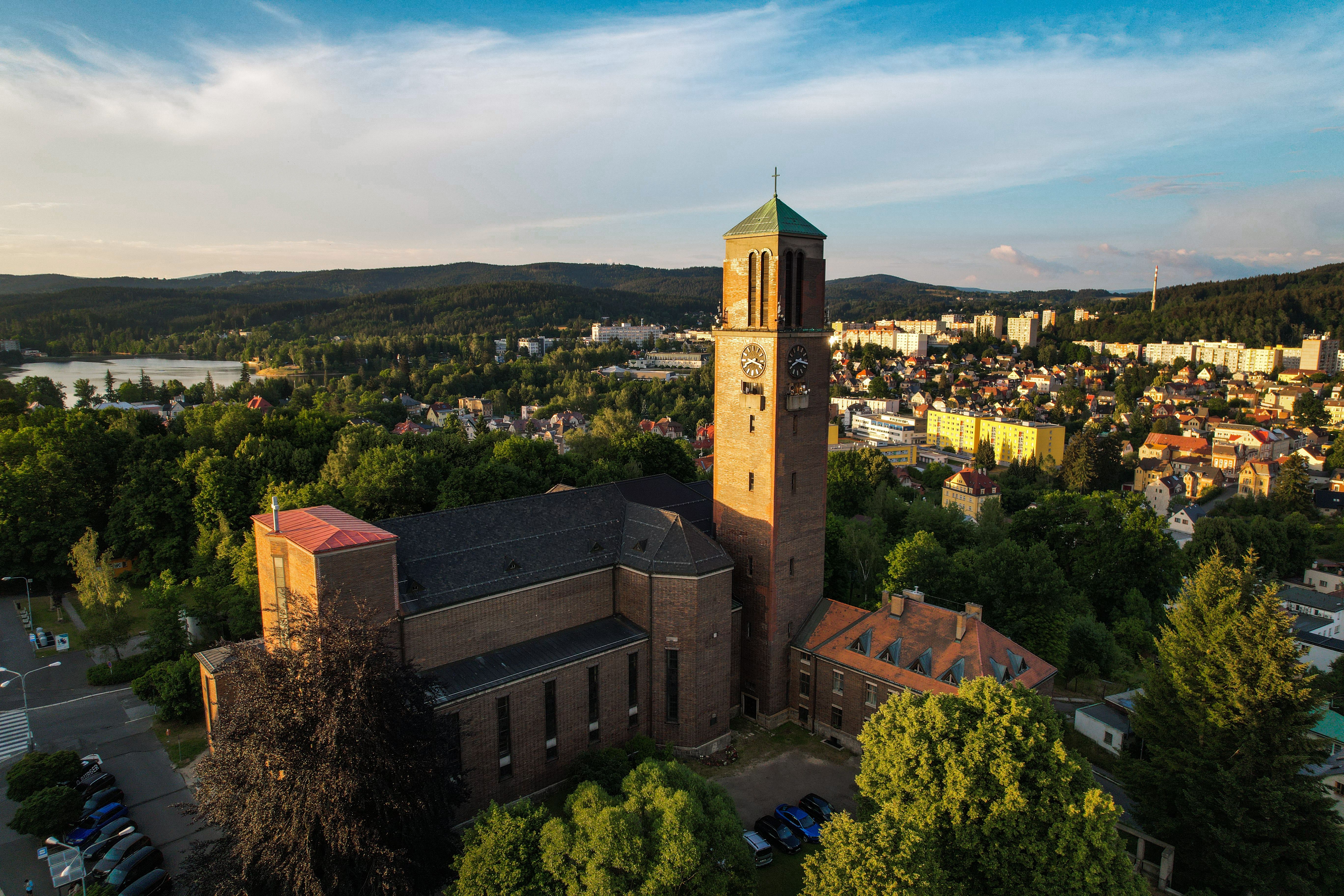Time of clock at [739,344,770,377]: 8:17
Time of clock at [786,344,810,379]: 8:16
